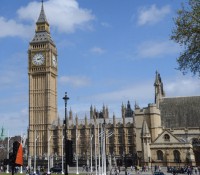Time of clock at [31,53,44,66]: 2:18
